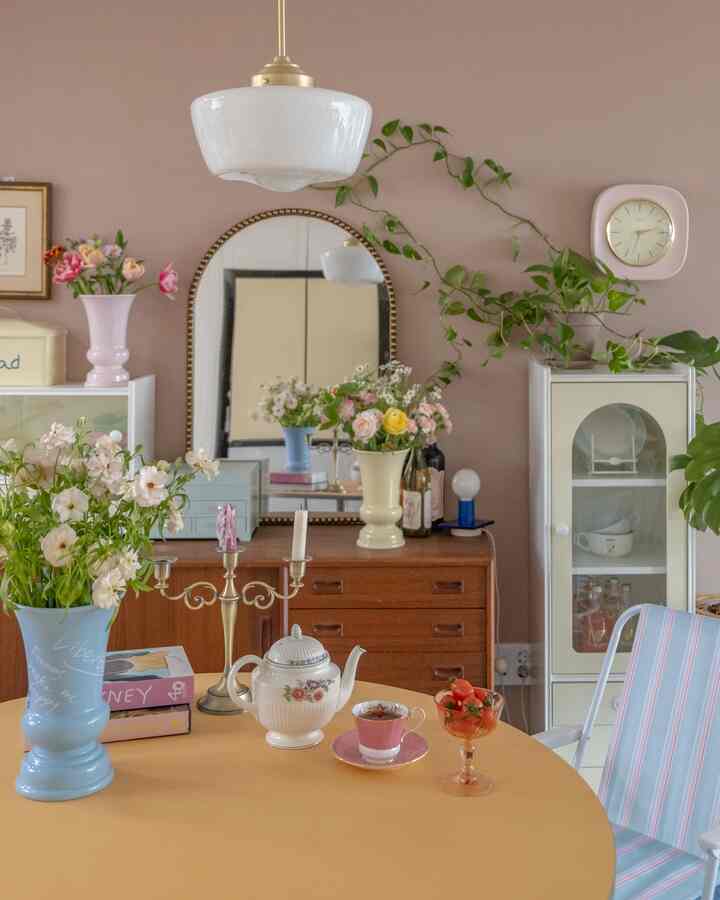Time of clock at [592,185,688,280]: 2:32
